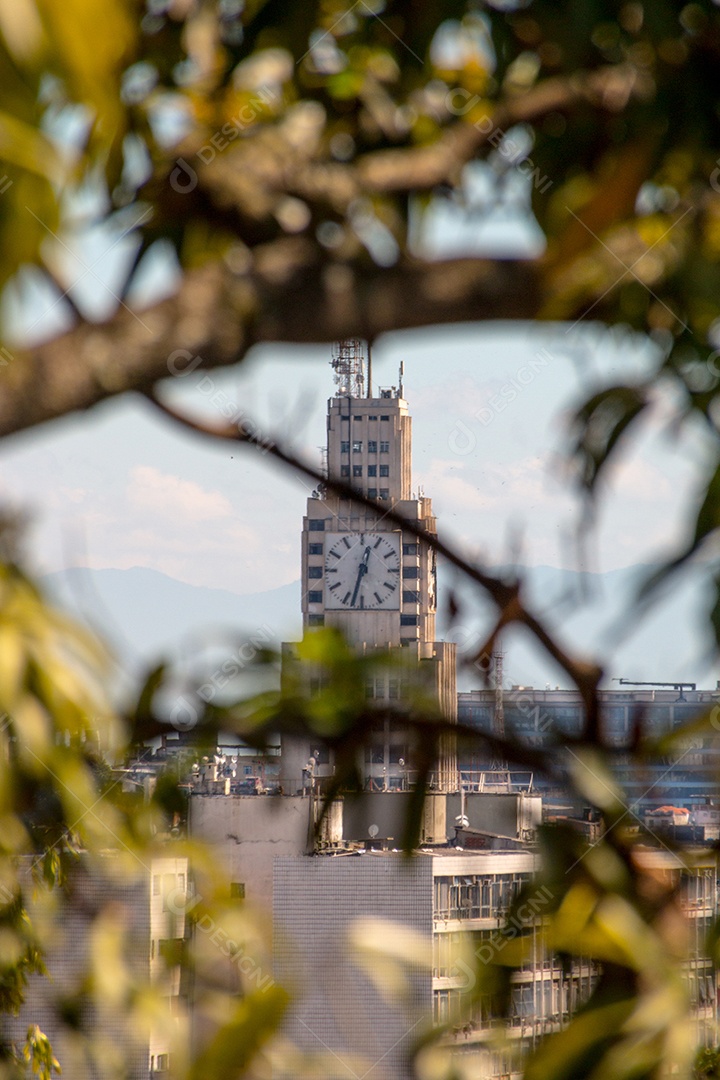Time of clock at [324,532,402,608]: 12:32
